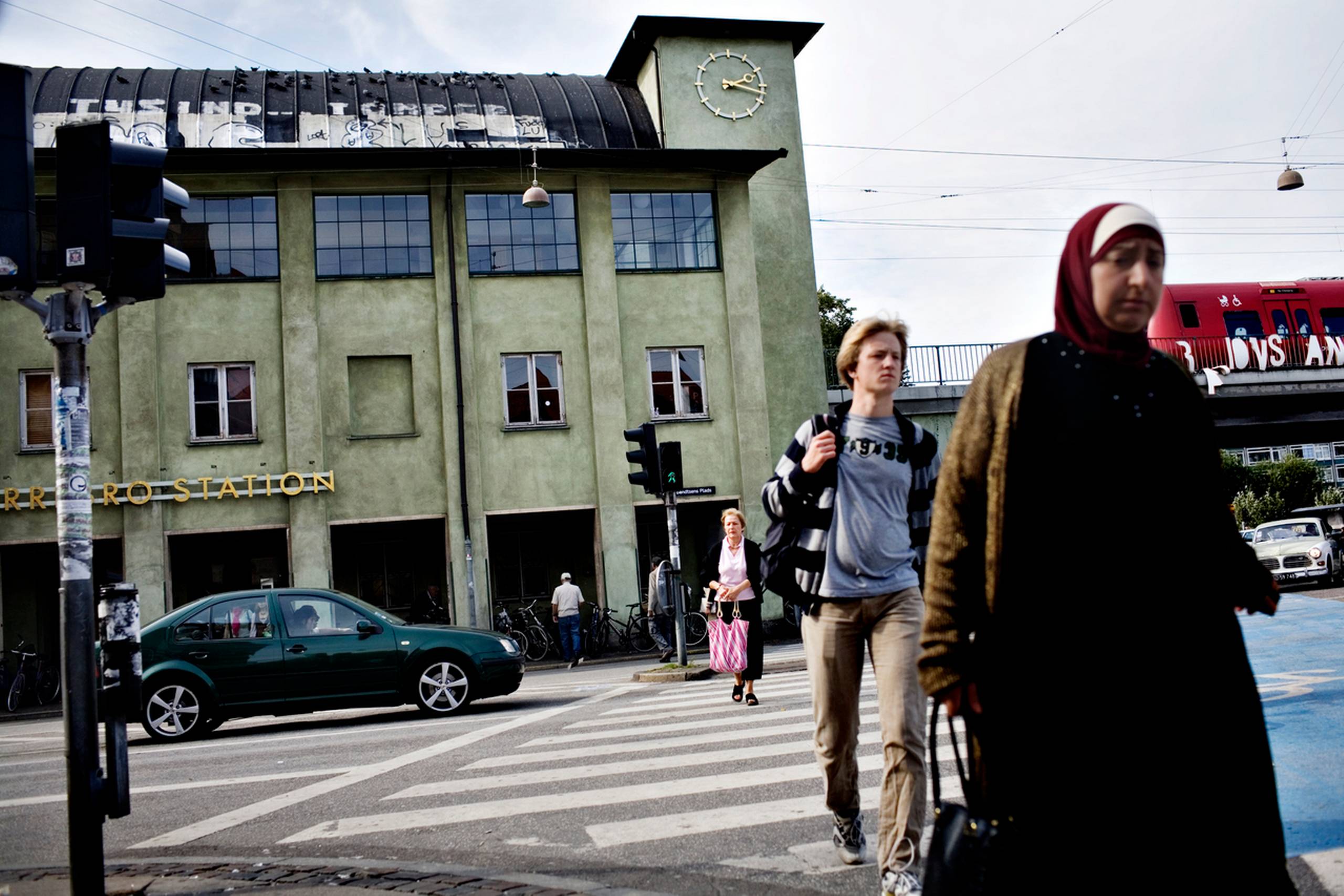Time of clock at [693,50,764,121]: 2:17
